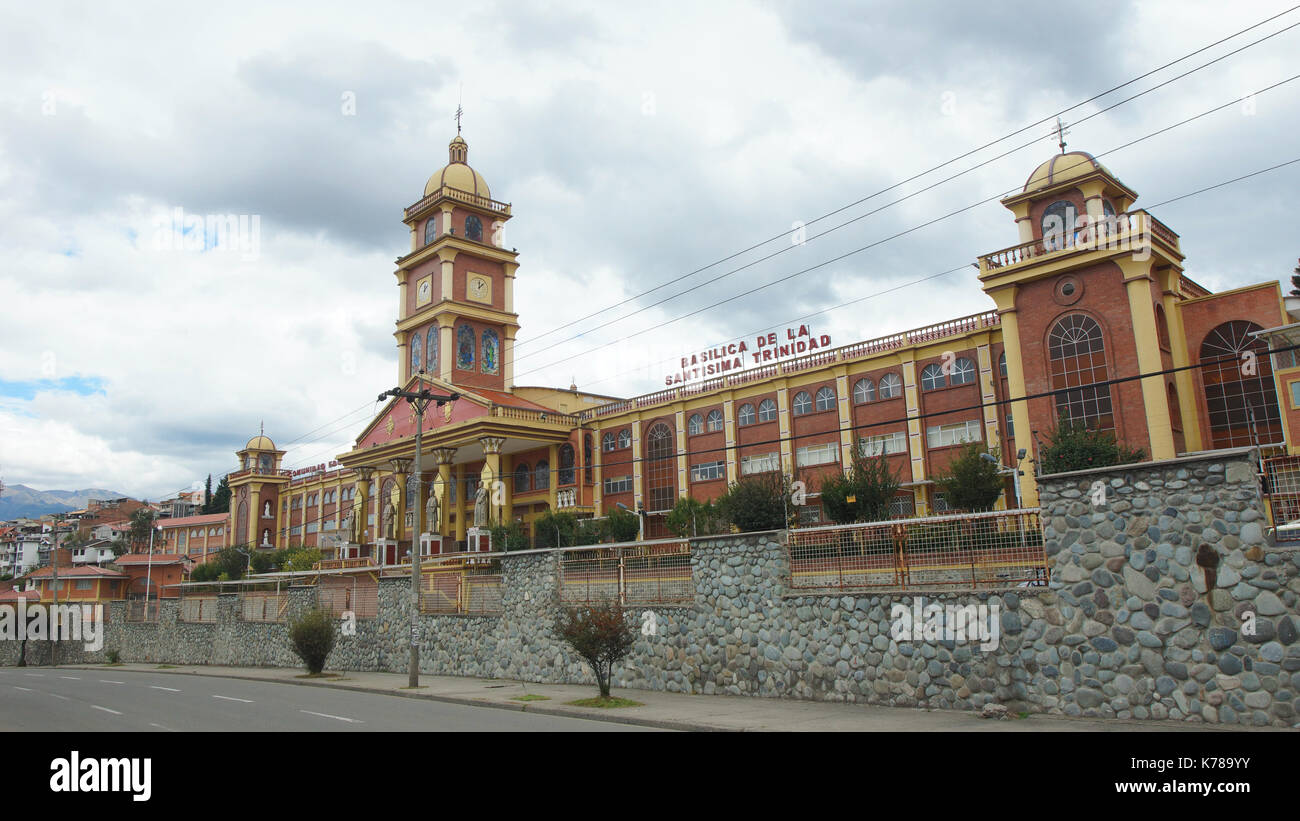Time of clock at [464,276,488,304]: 12:07
